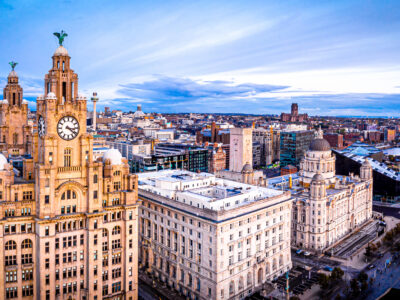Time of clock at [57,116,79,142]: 3:21
